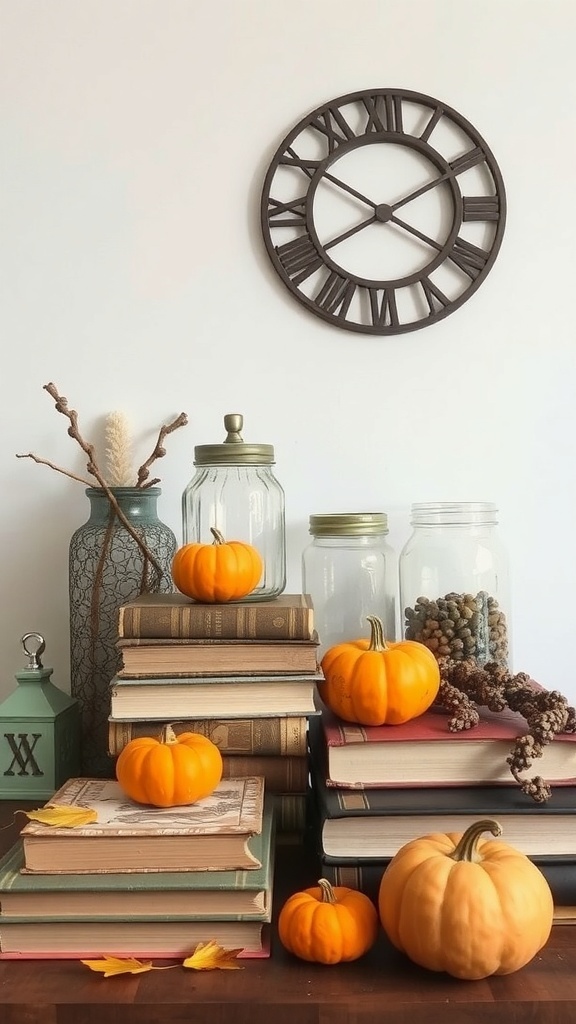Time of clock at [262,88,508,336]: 7:50
